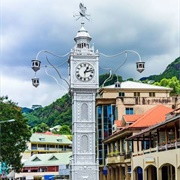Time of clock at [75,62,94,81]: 1:13
